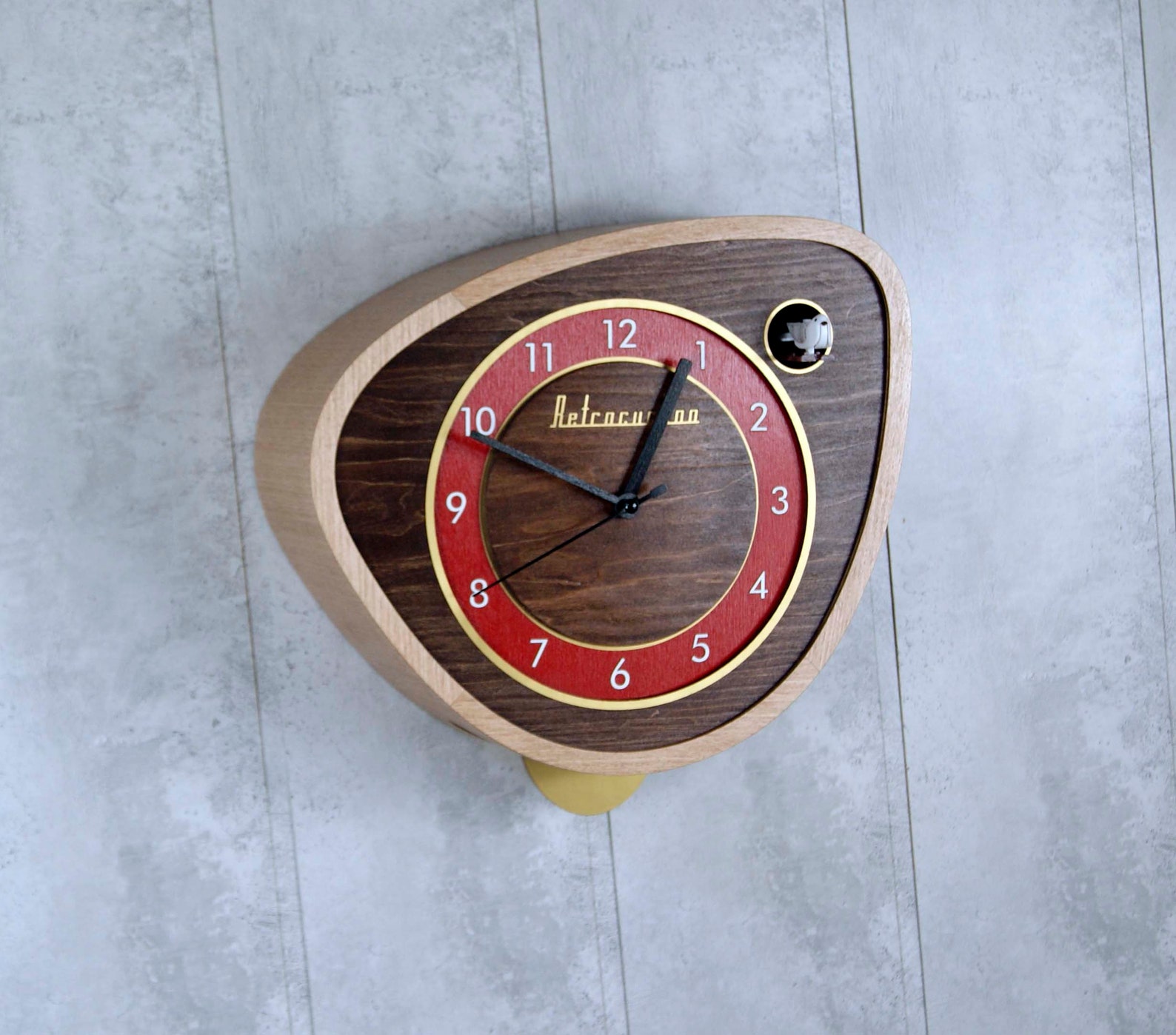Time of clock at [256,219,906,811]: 12:49
